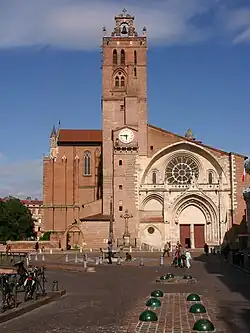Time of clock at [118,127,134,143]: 5:45
